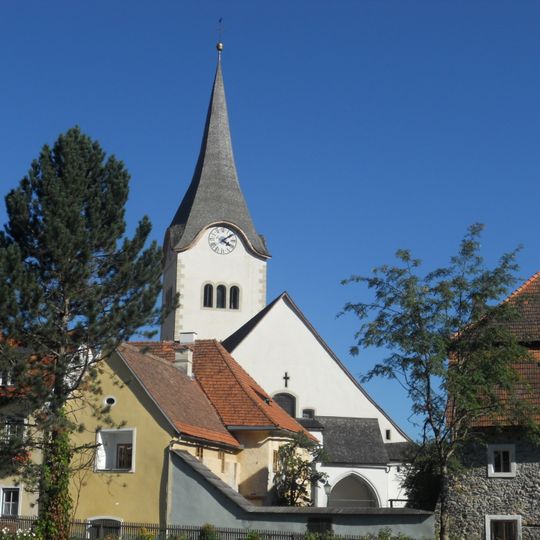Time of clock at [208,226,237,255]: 4:08
